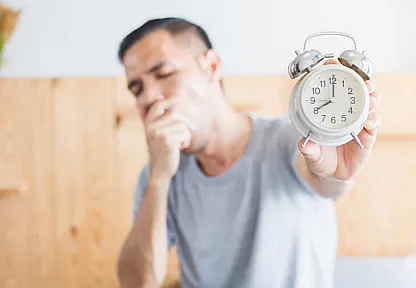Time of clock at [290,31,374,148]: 8:00
